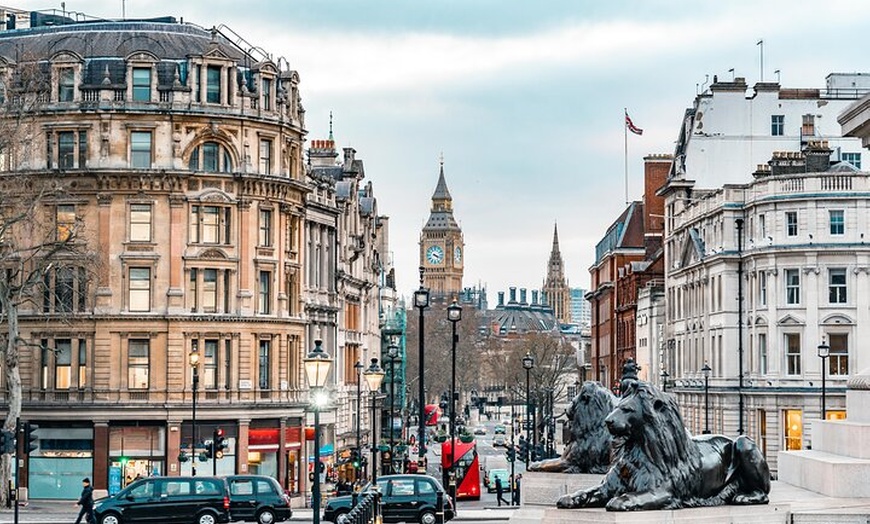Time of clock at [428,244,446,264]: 4:18
